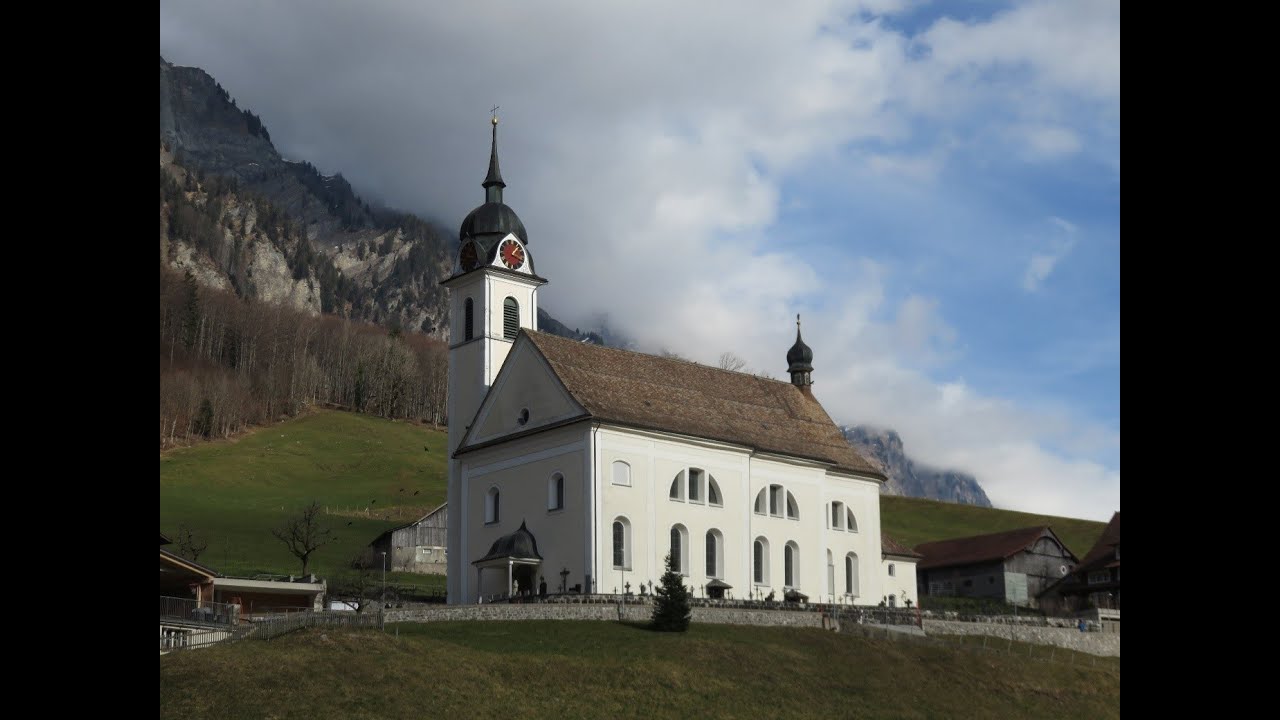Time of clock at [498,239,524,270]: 1:18
